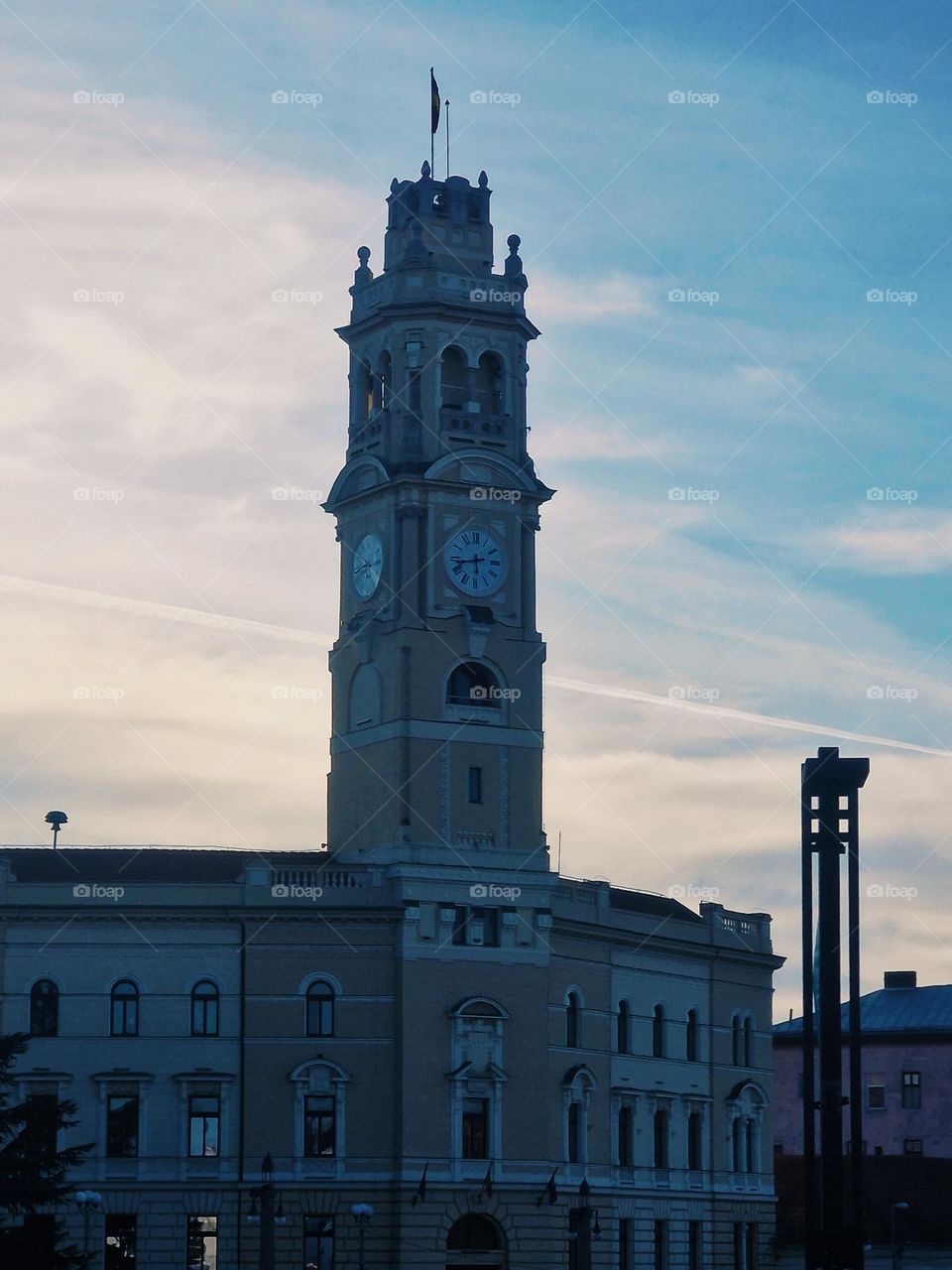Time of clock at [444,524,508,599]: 5:43
